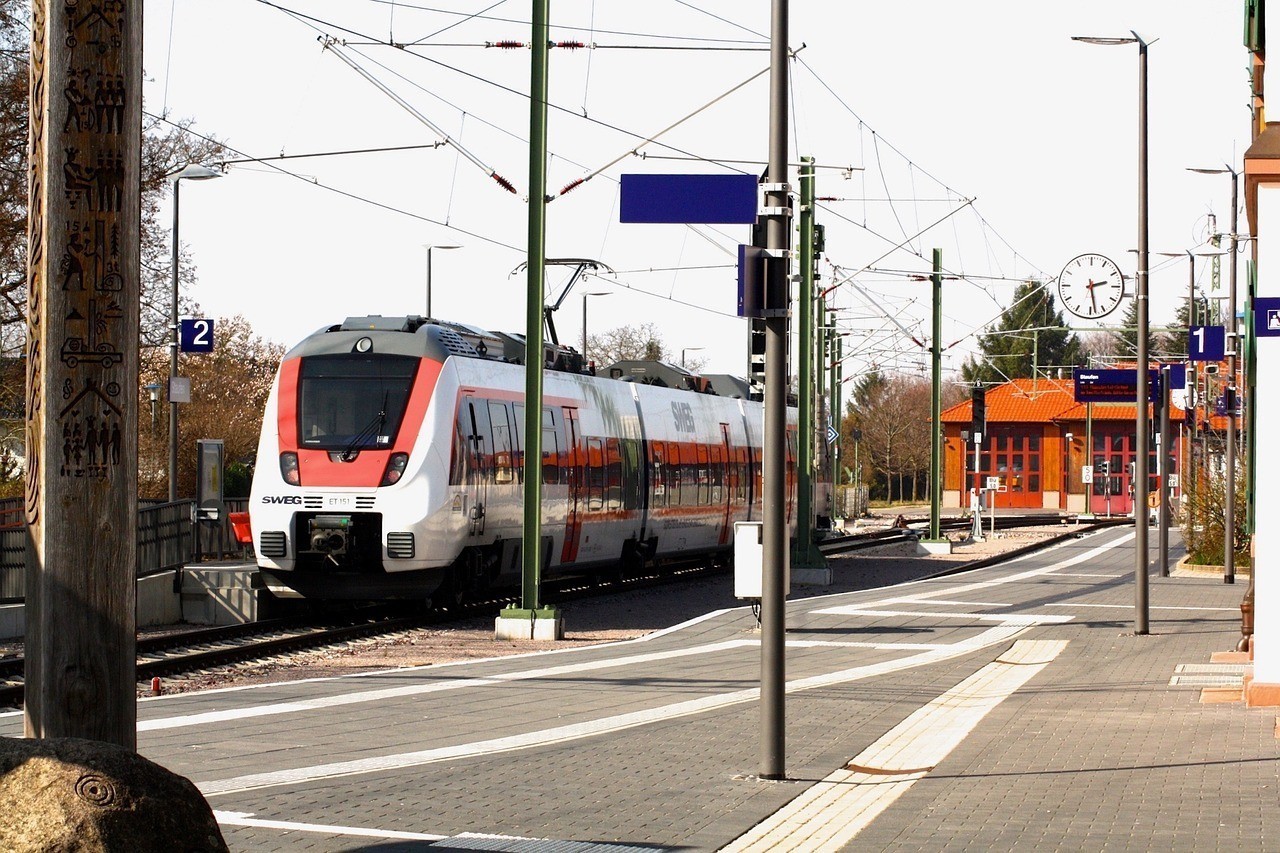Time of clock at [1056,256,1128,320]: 2:28
